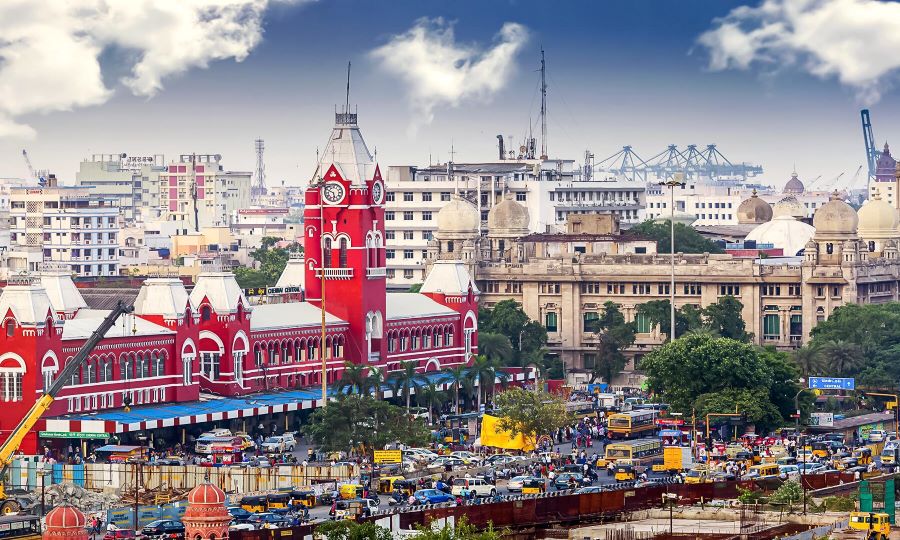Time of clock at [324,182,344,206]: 5:49
